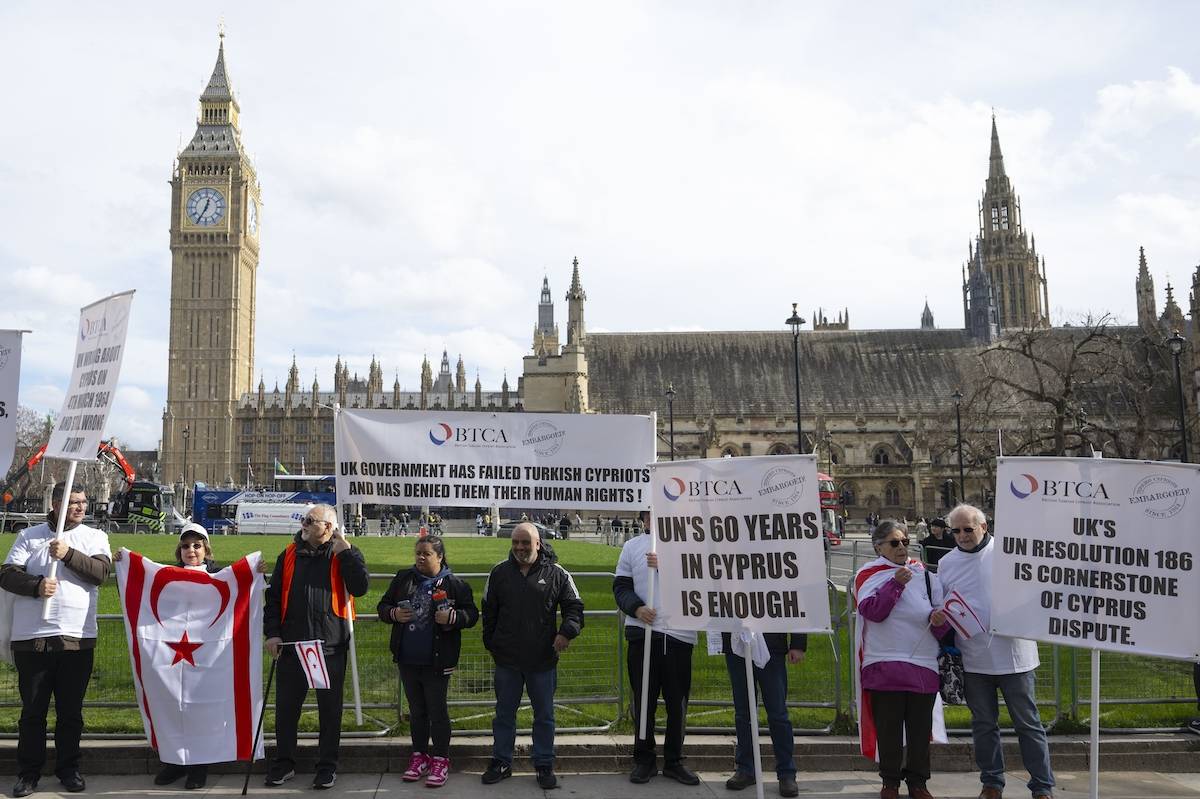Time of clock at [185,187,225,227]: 12:34
